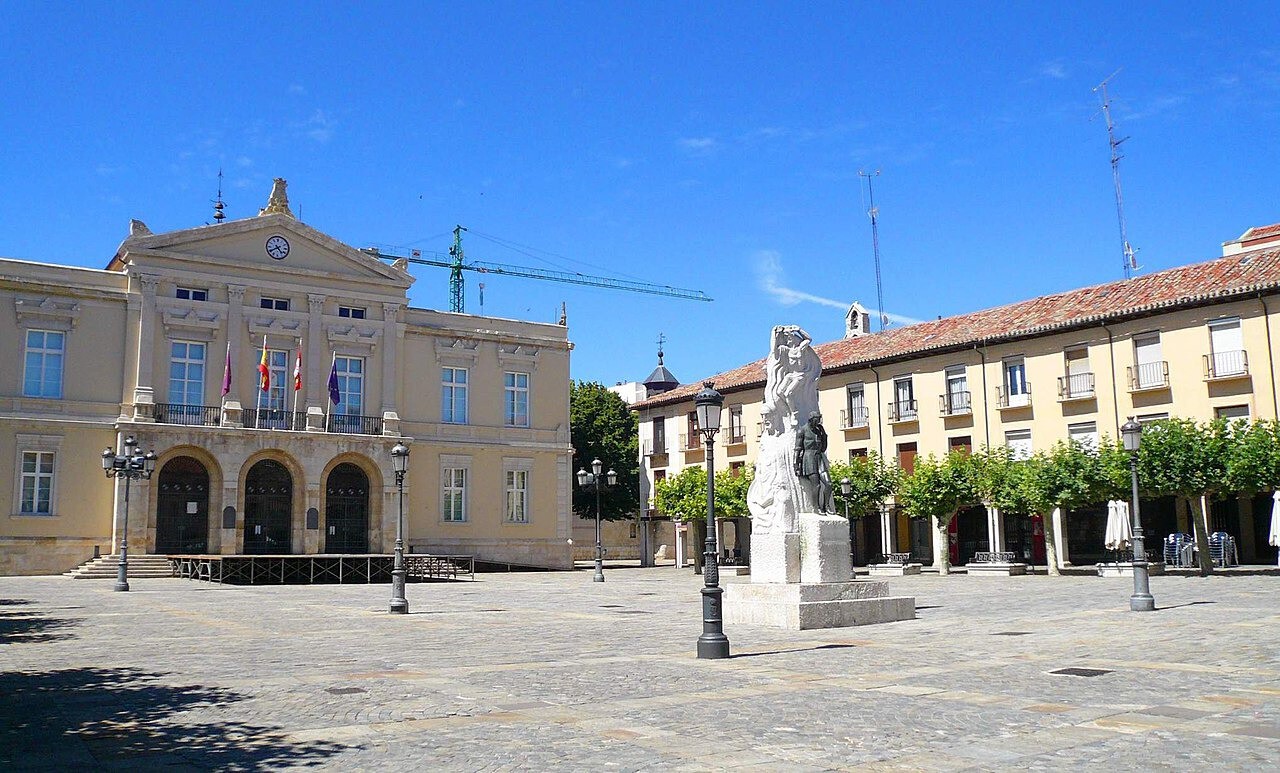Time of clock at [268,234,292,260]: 4:39
